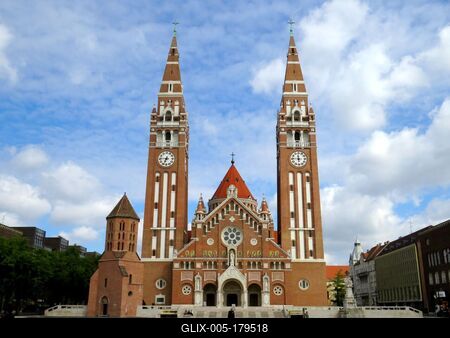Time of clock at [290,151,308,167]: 11:45
